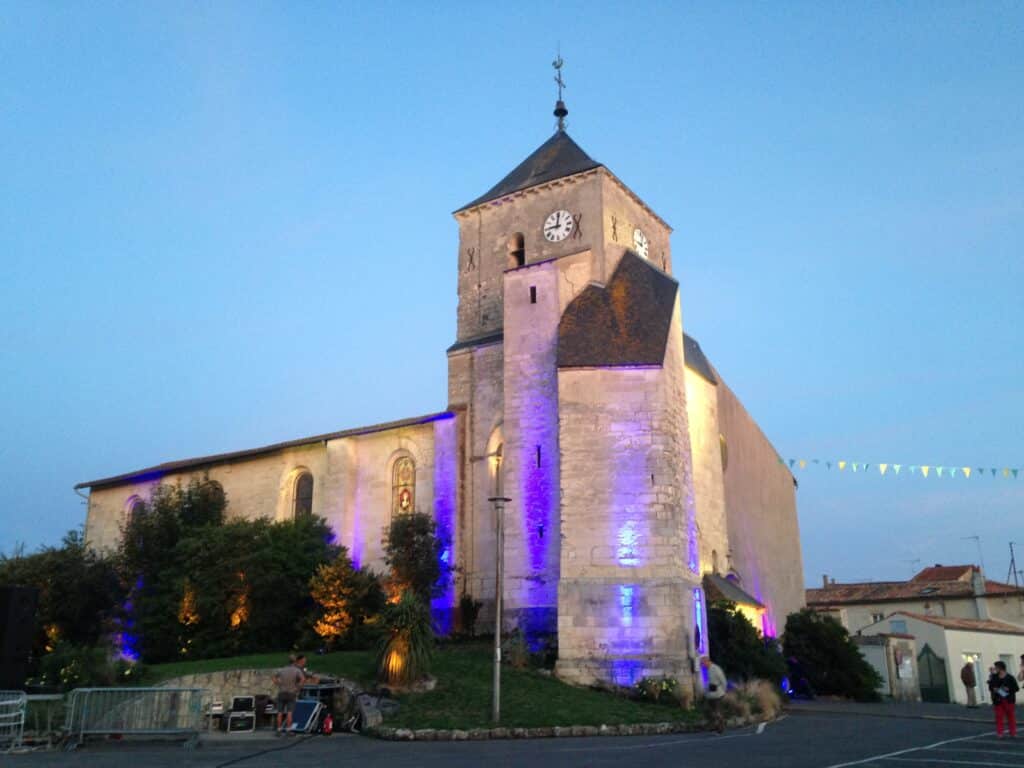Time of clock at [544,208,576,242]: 9:01
